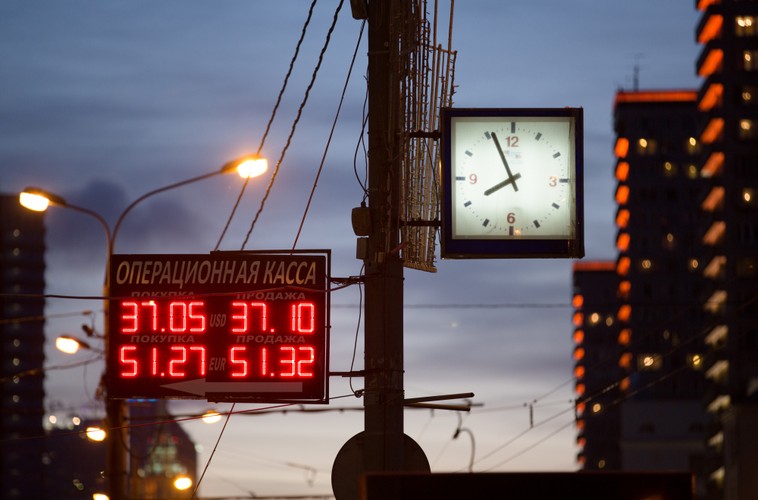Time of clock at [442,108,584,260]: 7:56
